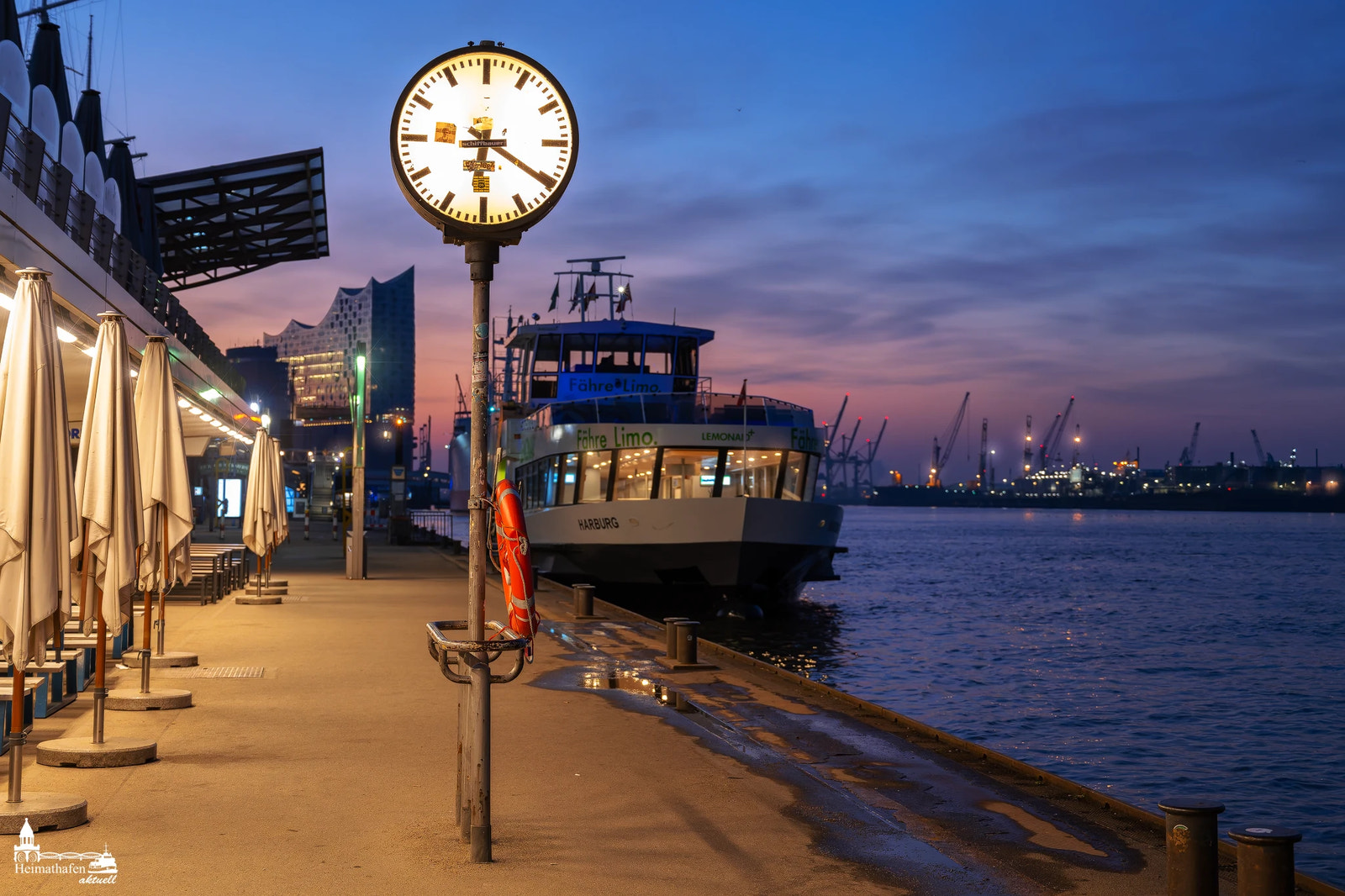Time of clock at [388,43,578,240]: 6:20
